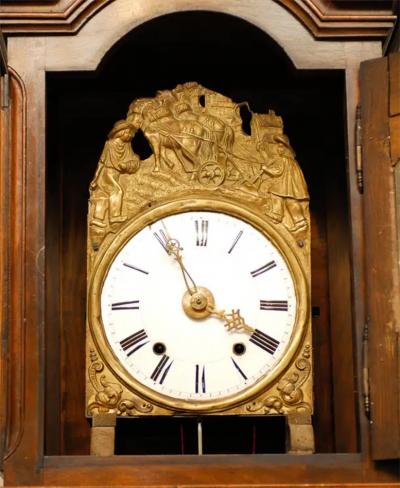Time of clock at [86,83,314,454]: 3:55
